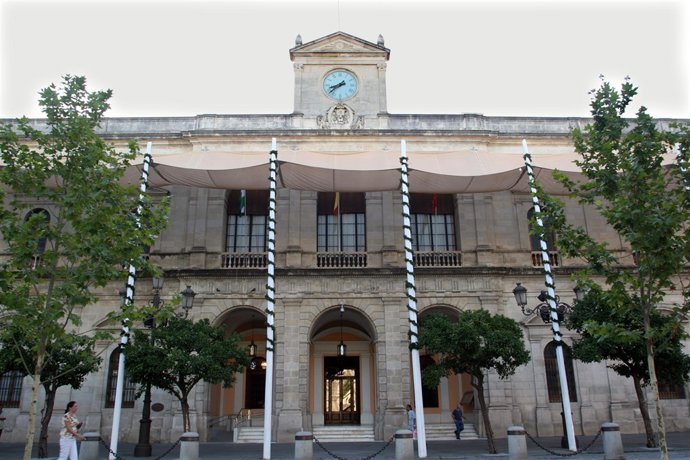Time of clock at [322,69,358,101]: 8:38
